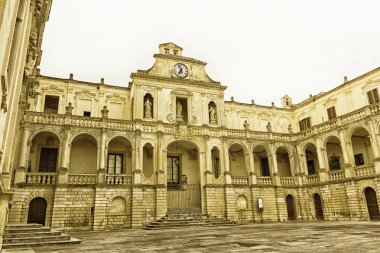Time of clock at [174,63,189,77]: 6:56
